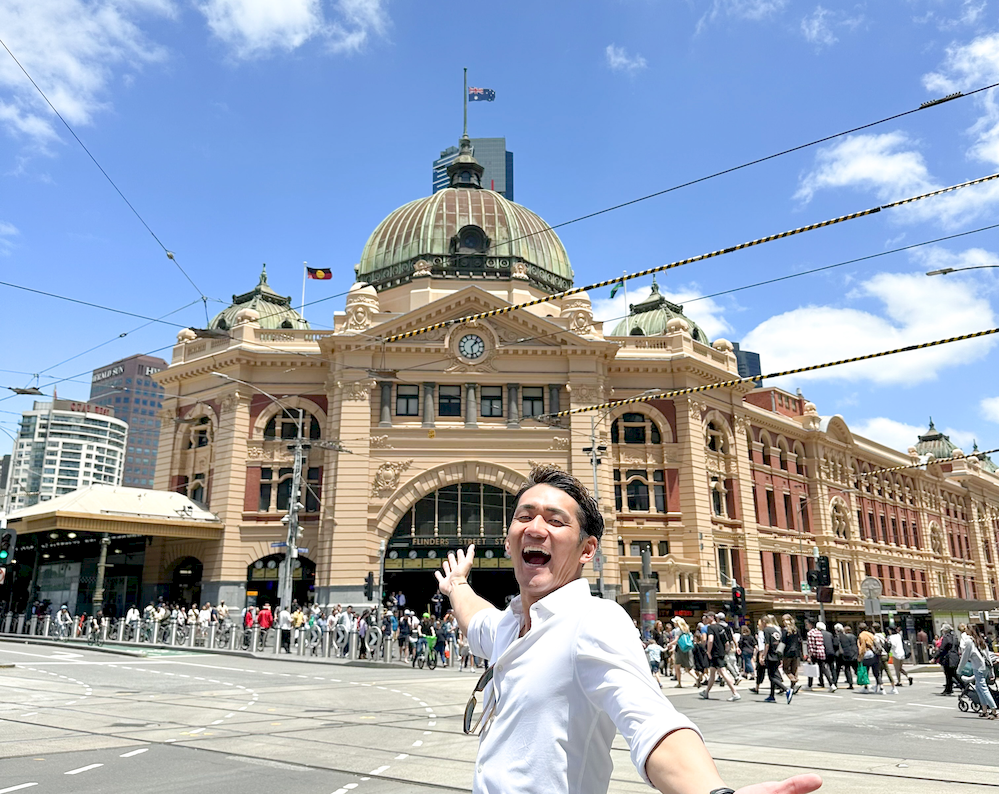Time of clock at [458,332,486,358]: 1:28
